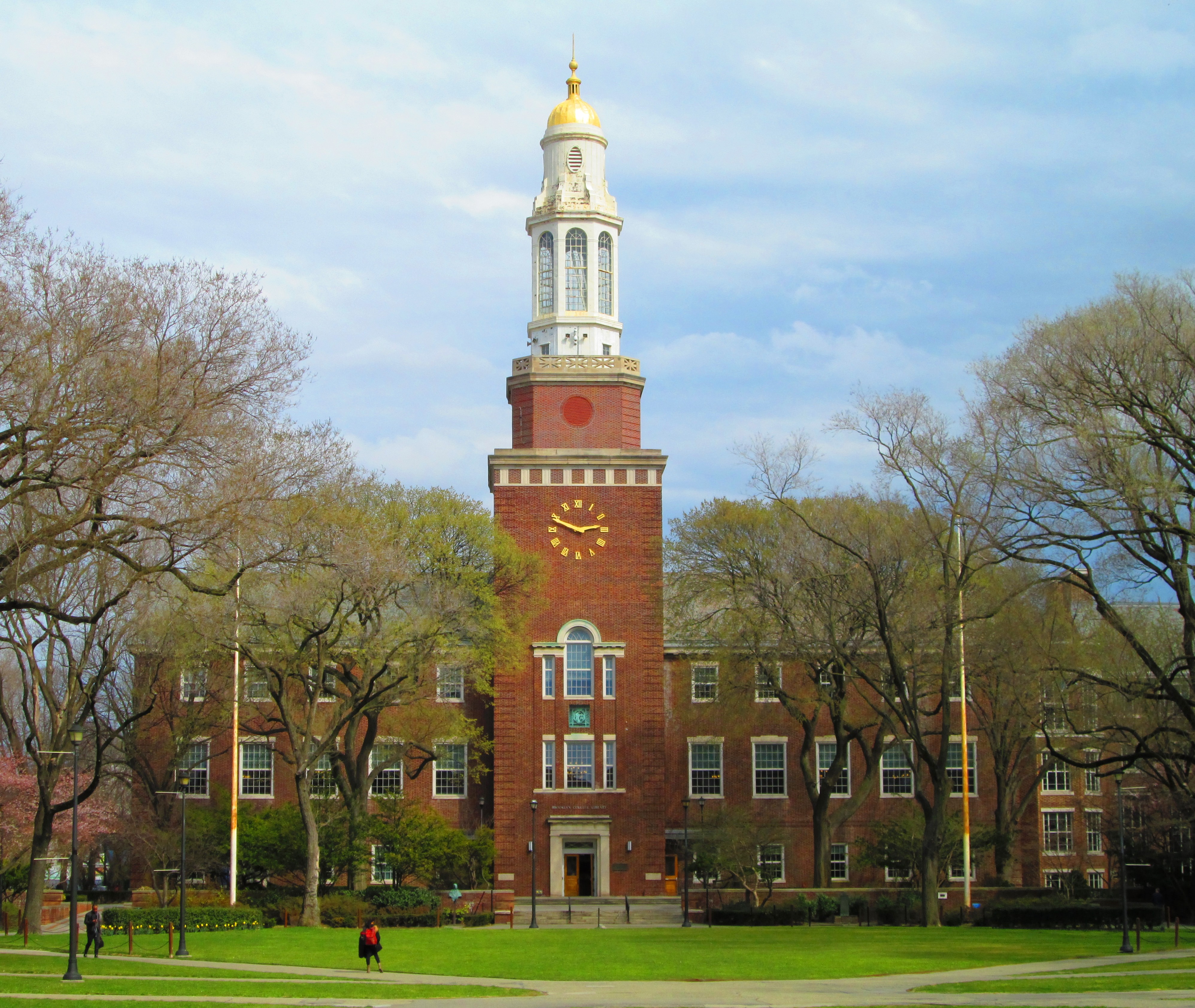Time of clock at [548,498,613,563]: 2:49
